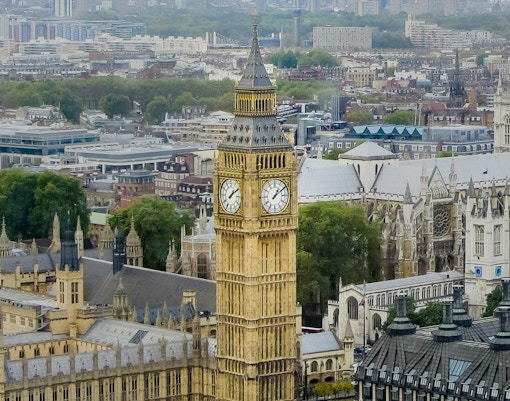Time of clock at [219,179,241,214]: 1:09
